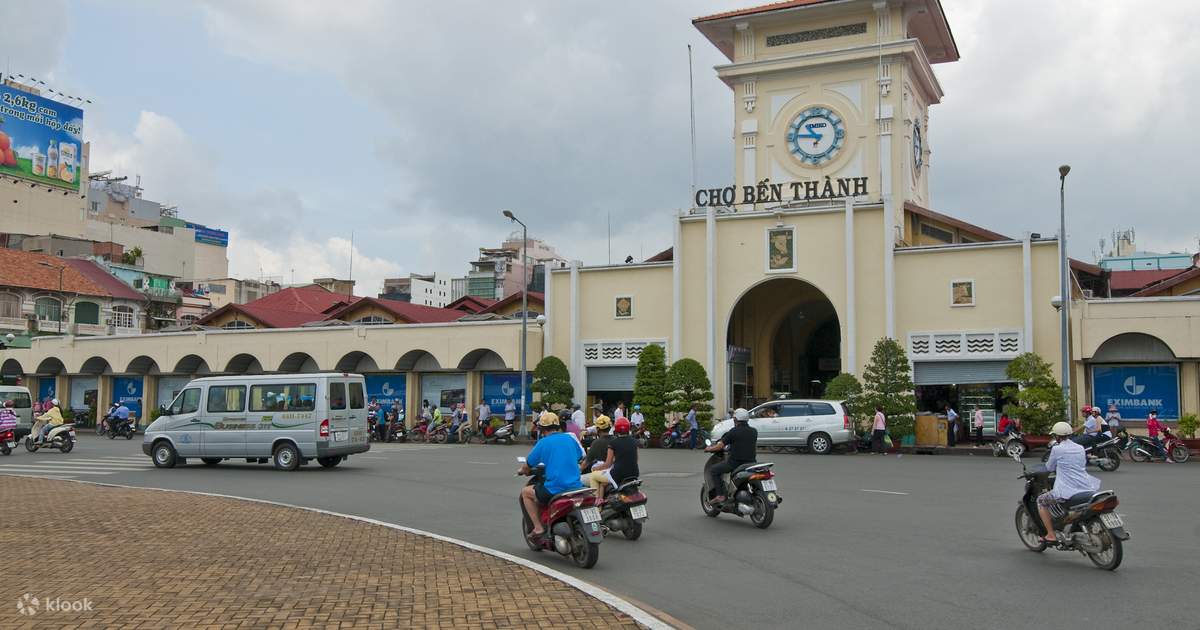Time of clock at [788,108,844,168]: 10:45
